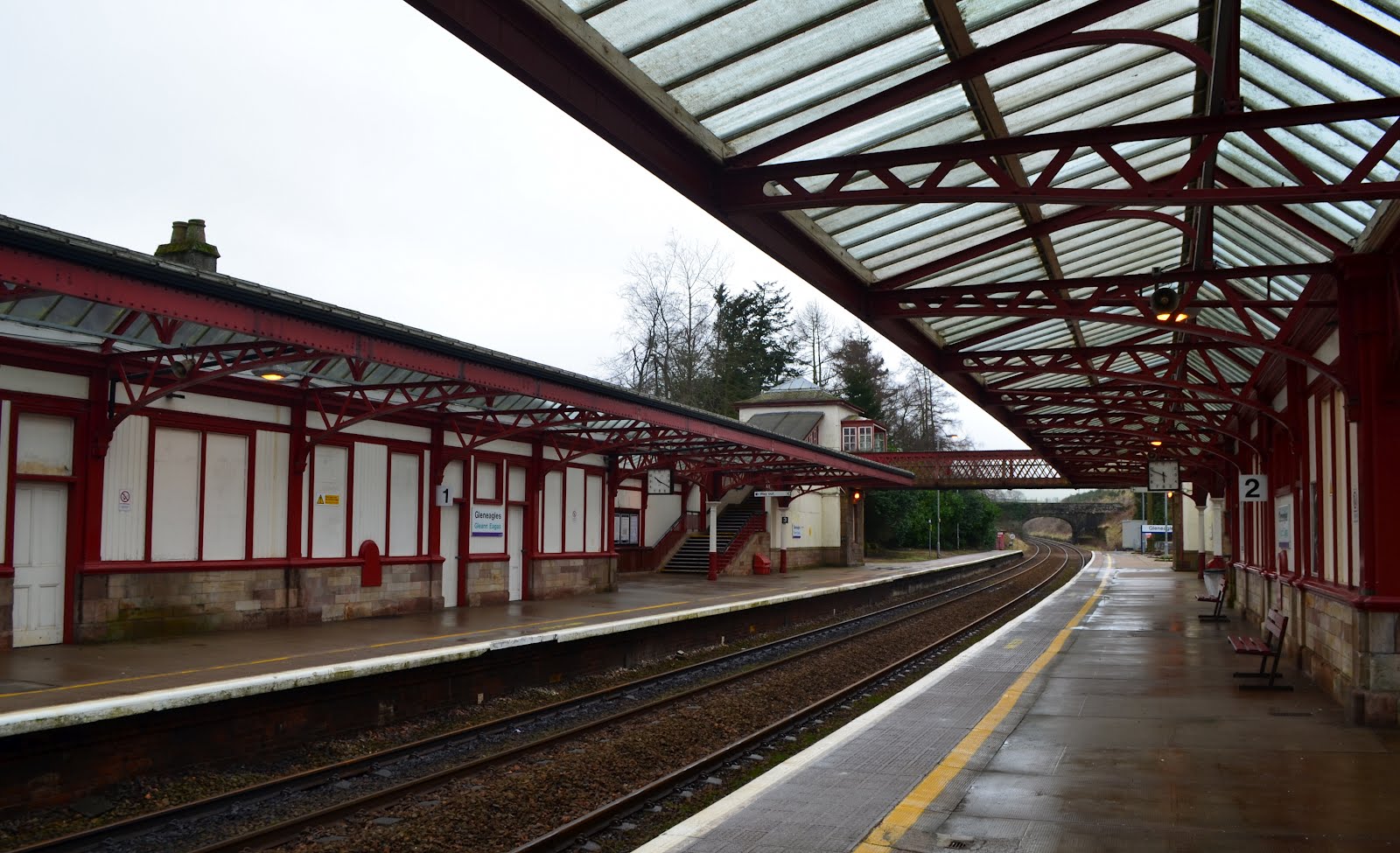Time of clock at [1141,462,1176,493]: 5:48
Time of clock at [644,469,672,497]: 10:19
